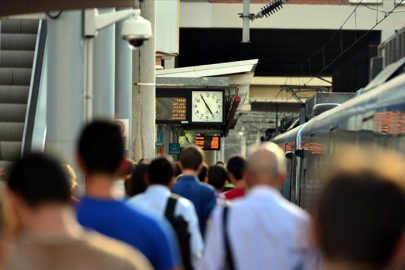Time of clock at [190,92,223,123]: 4:54
